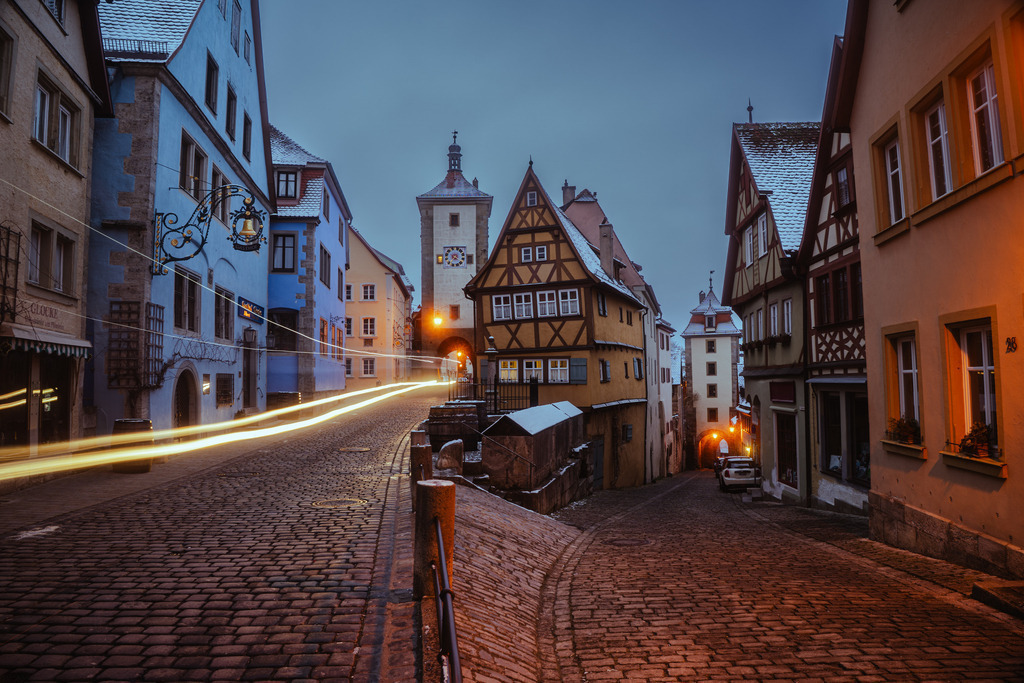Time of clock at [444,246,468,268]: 7:20
